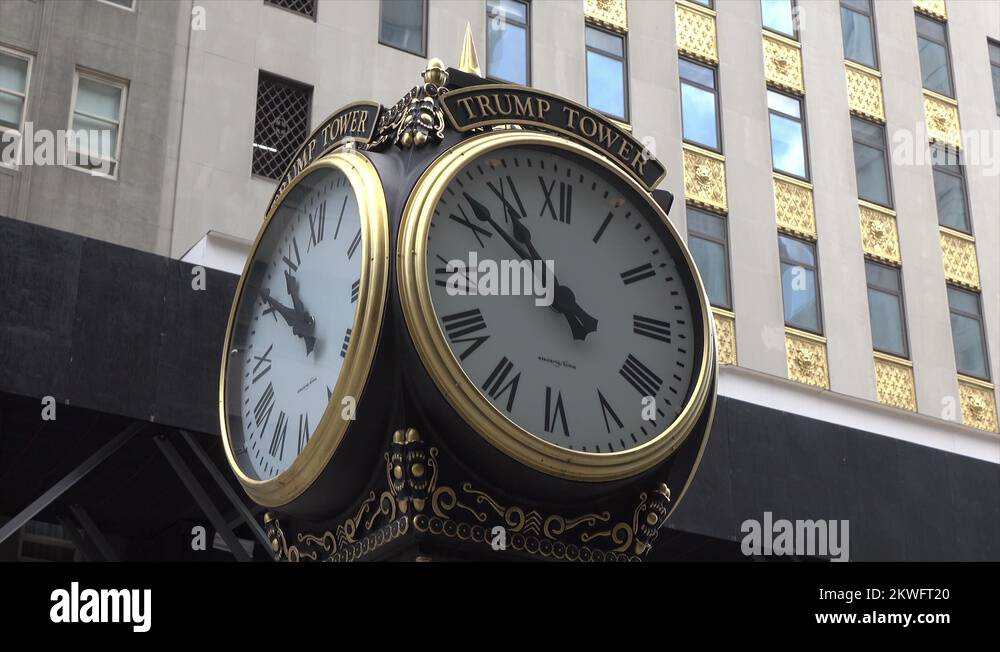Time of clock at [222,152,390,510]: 10:50
